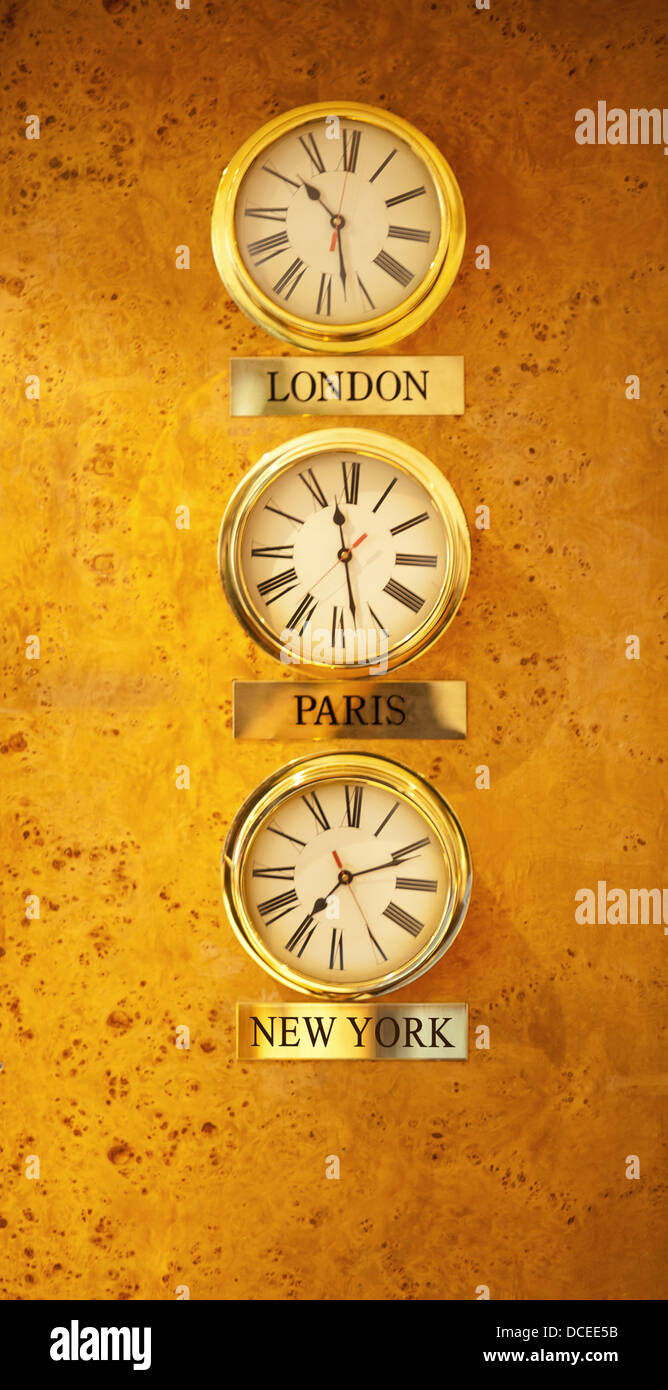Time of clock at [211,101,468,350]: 10:27
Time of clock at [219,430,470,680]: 11:28
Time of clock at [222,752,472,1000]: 7:11
